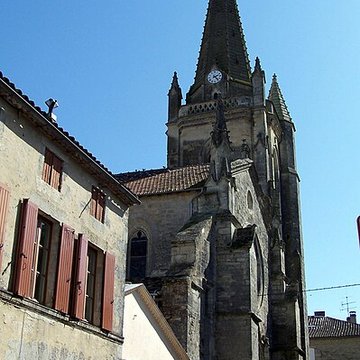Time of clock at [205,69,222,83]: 2:23
